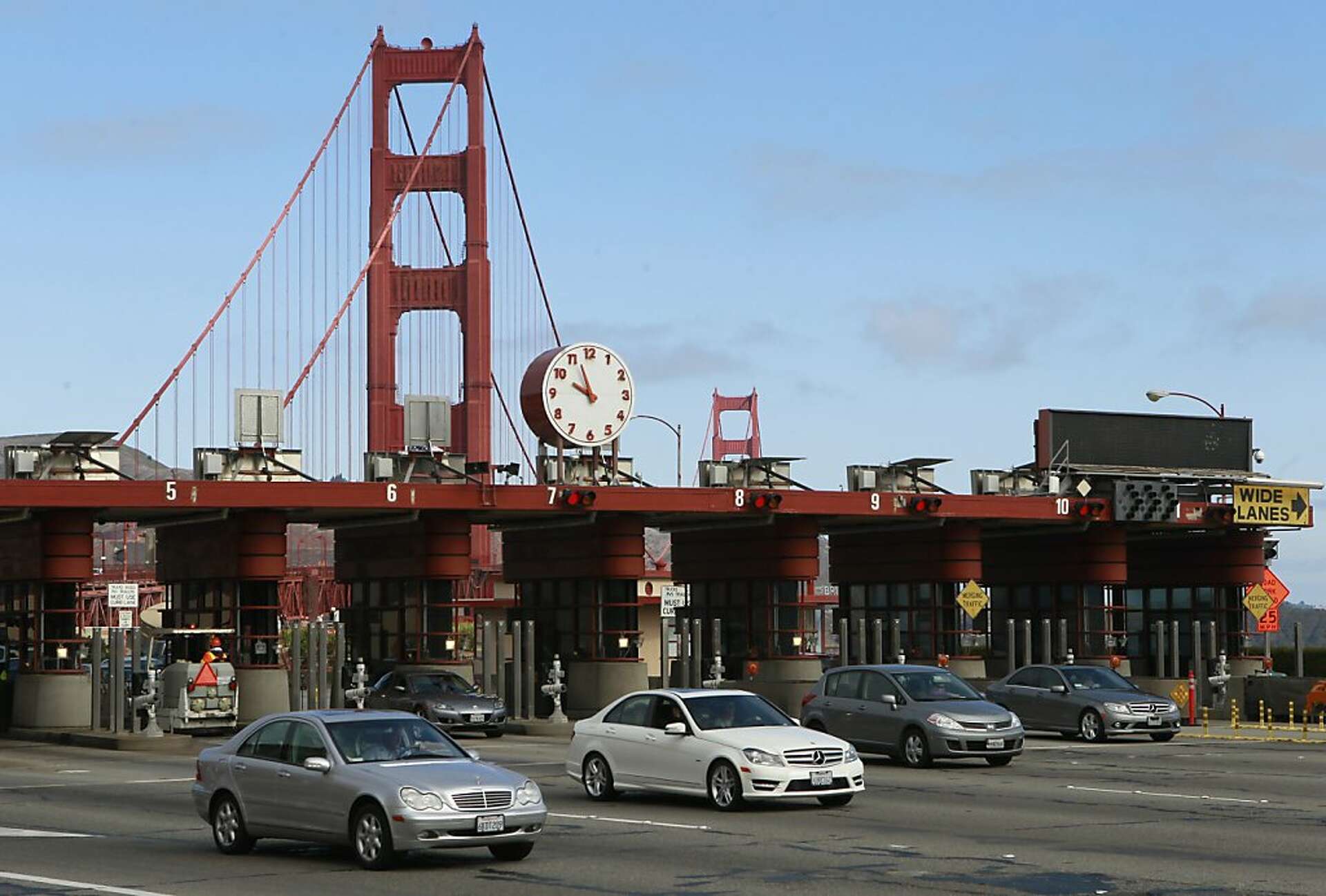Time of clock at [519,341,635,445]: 9:56
